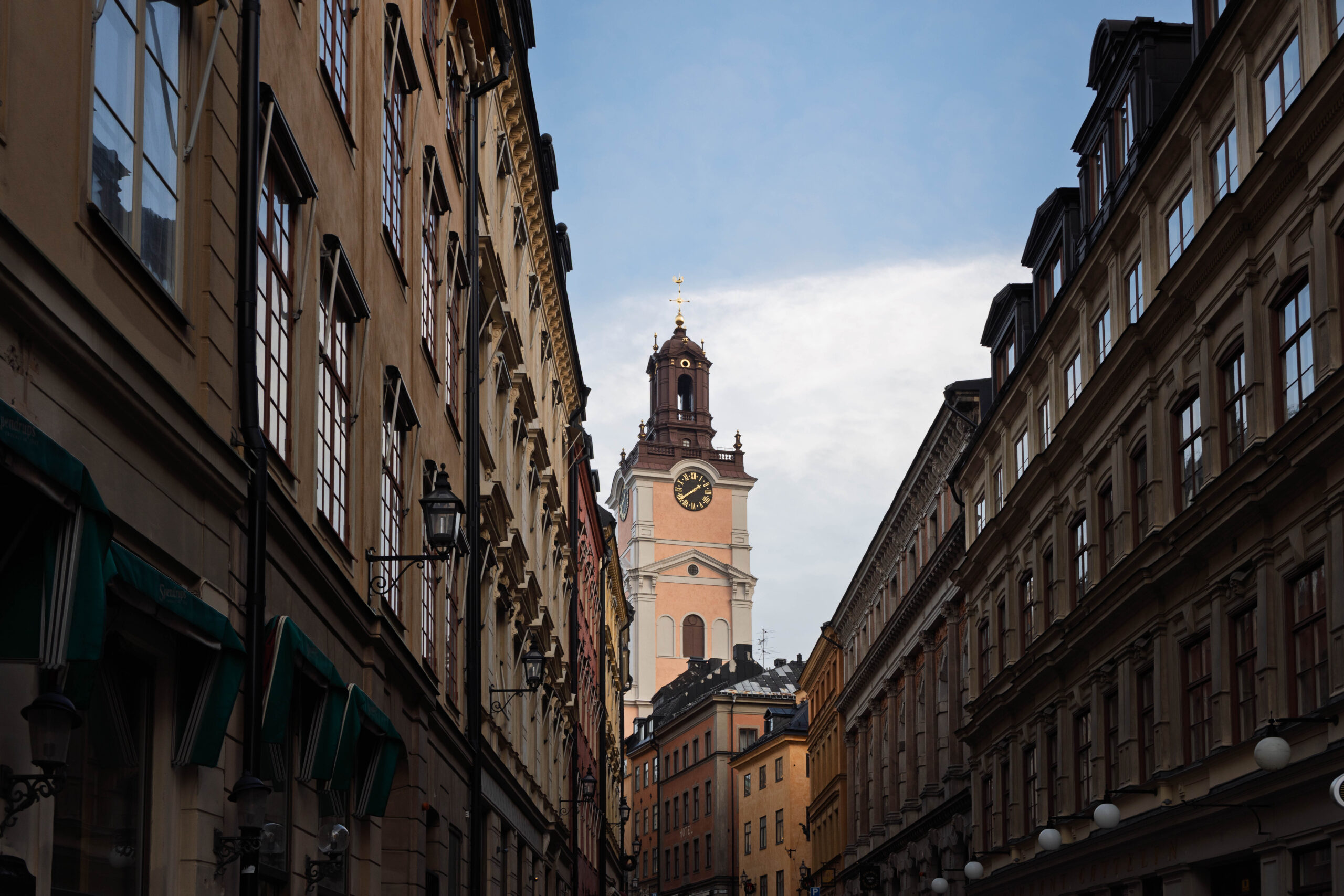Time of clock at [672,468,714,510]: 1:38
